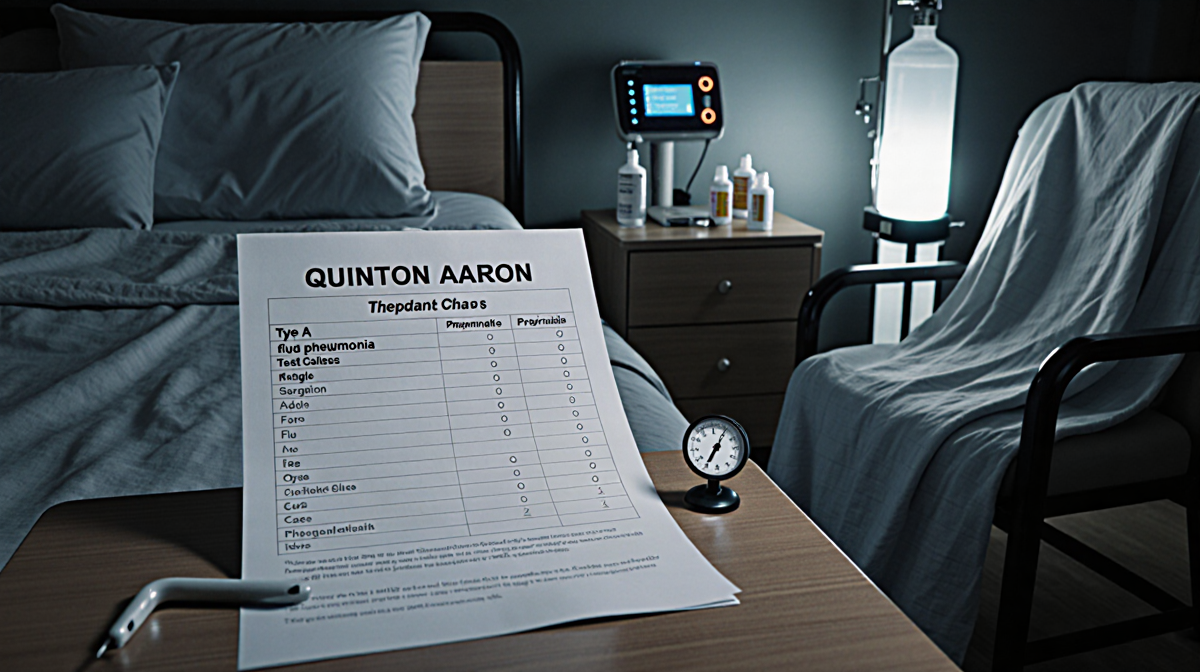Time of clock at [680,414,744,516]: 7:04
